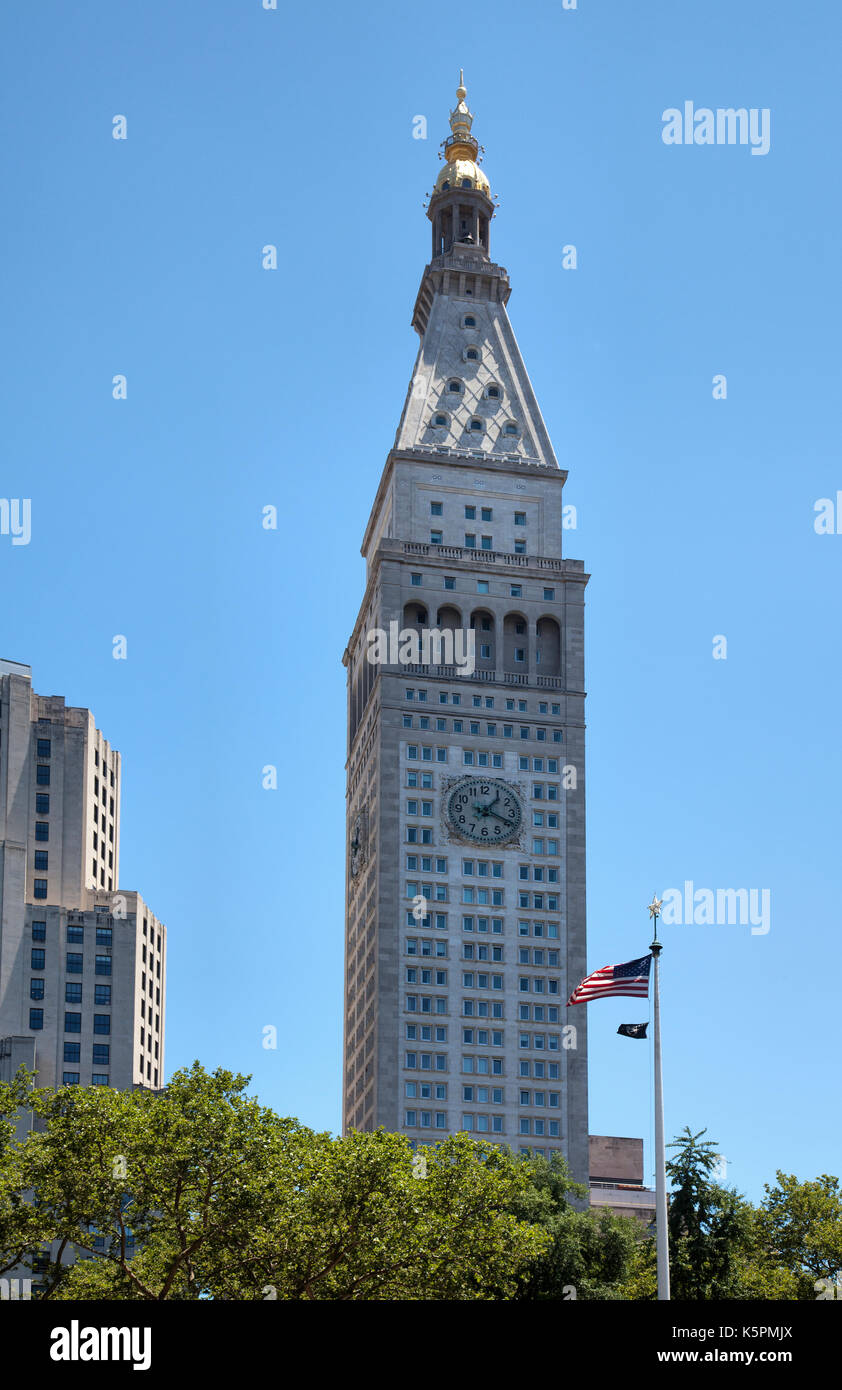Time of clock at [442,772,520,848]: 1:18
